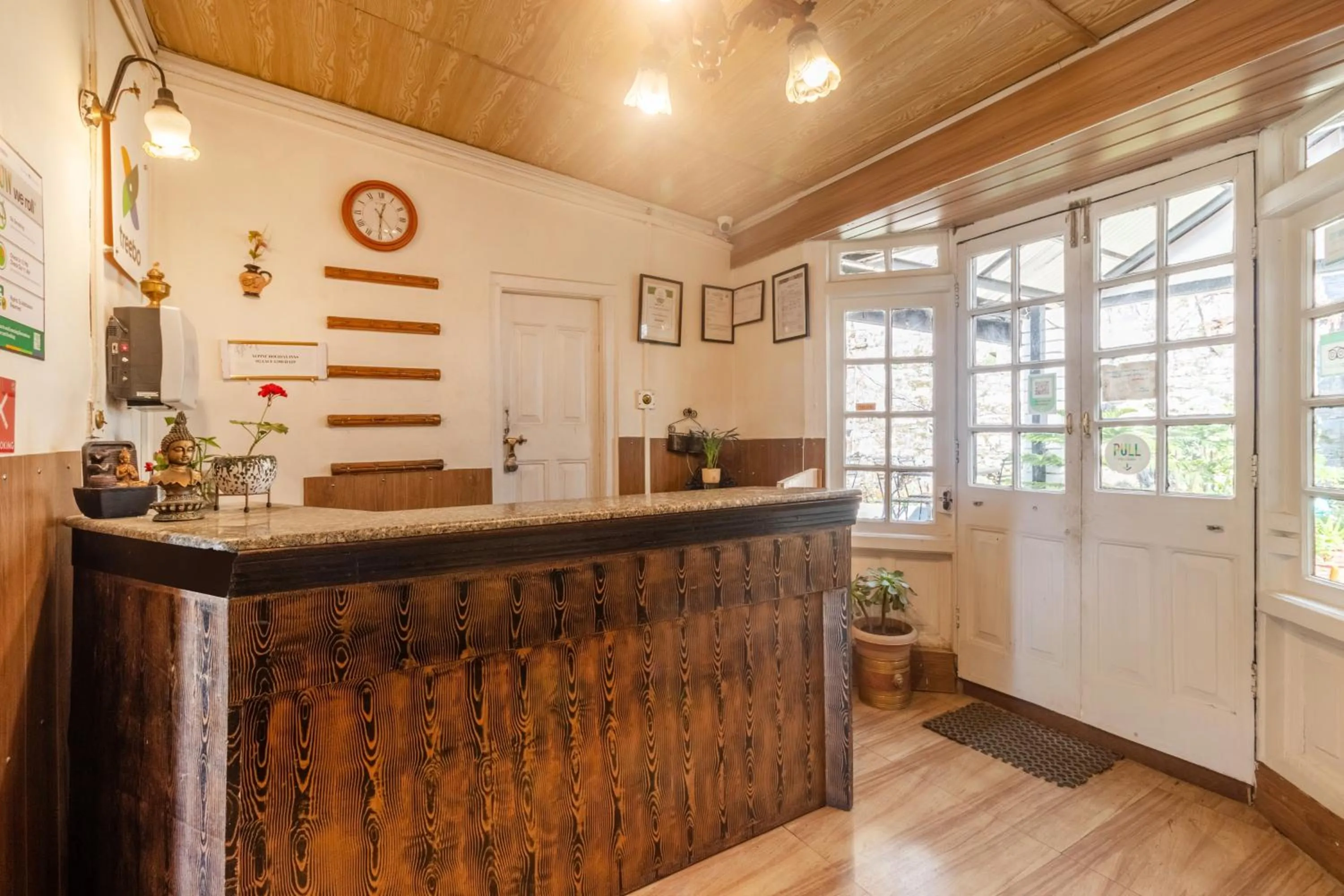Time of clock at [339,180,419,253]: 12:30
